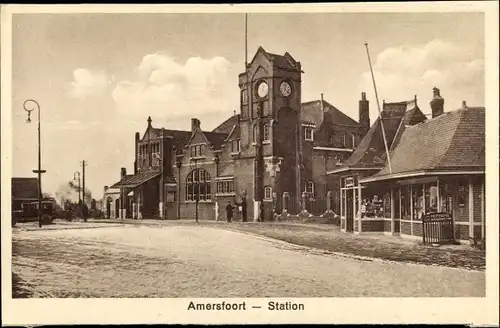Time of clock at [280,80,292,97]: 12:22
